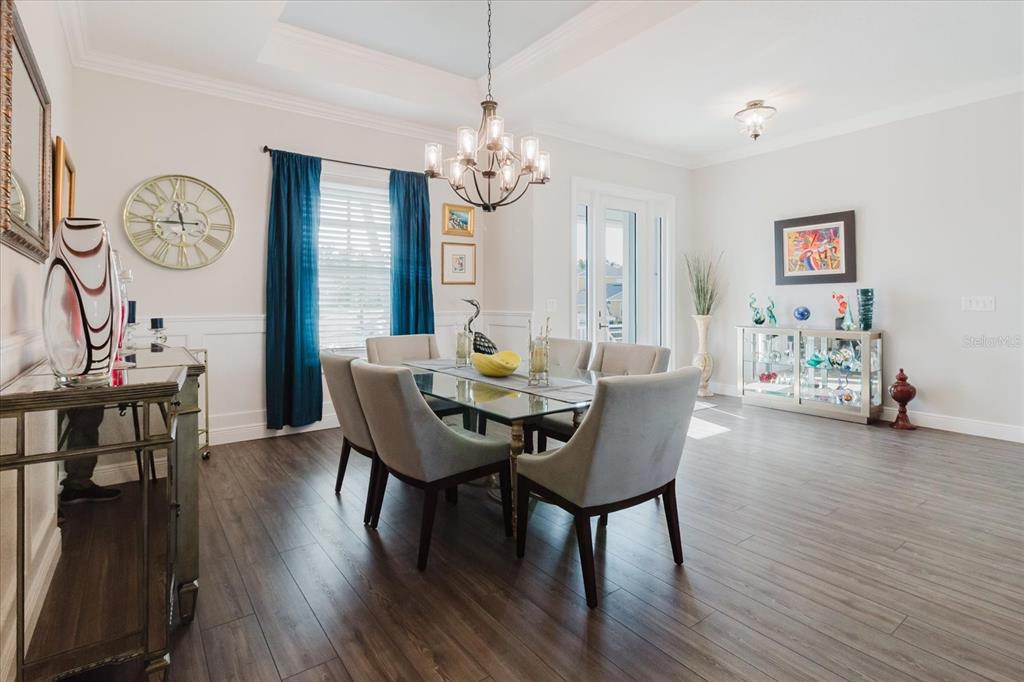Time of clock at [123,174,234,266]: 11:44
